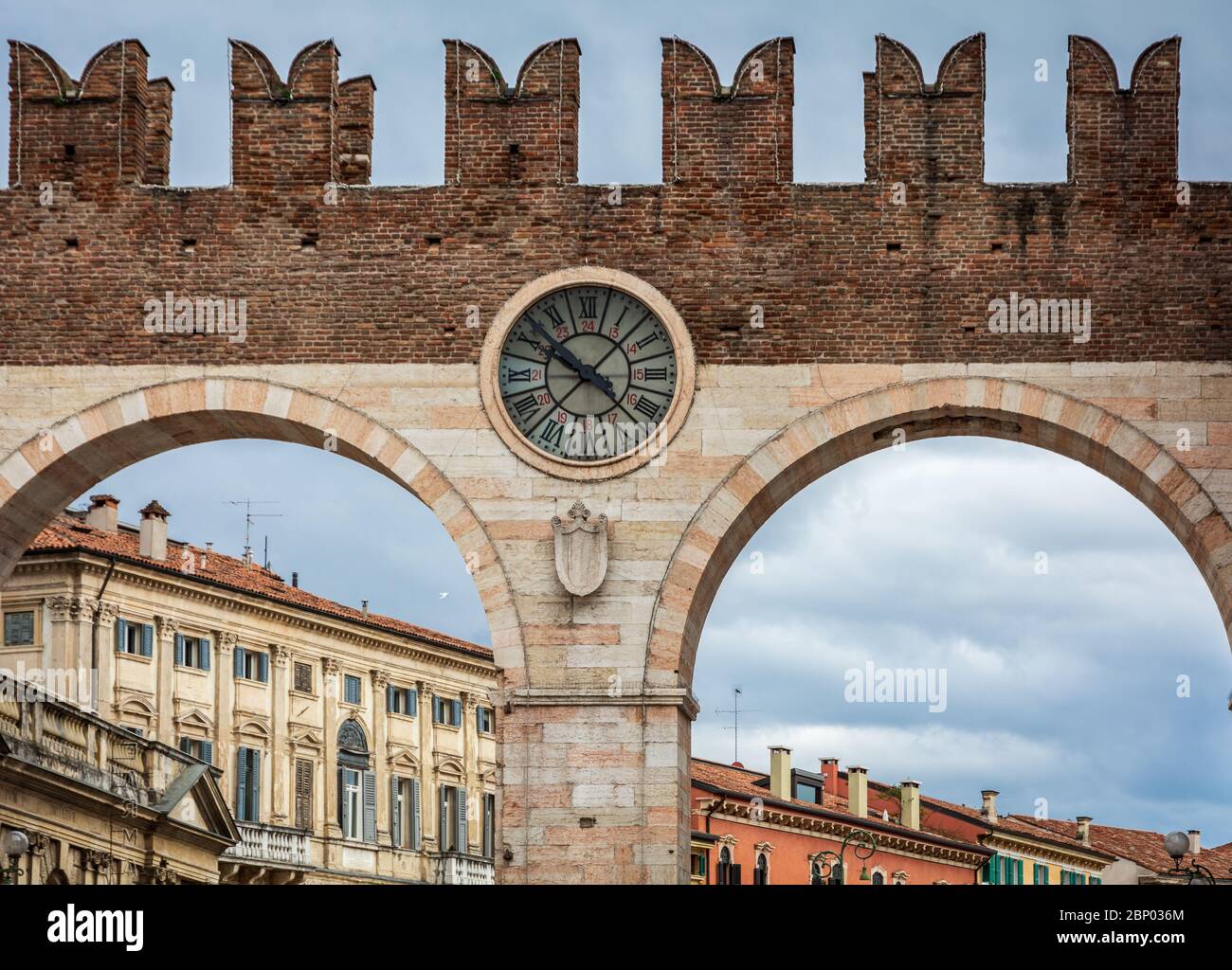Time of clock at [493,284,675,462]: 10:07
